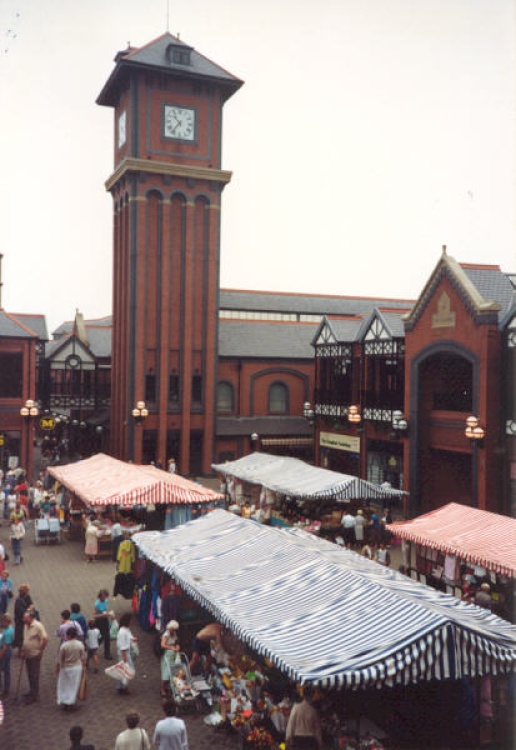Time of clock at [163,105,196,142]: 10:36
